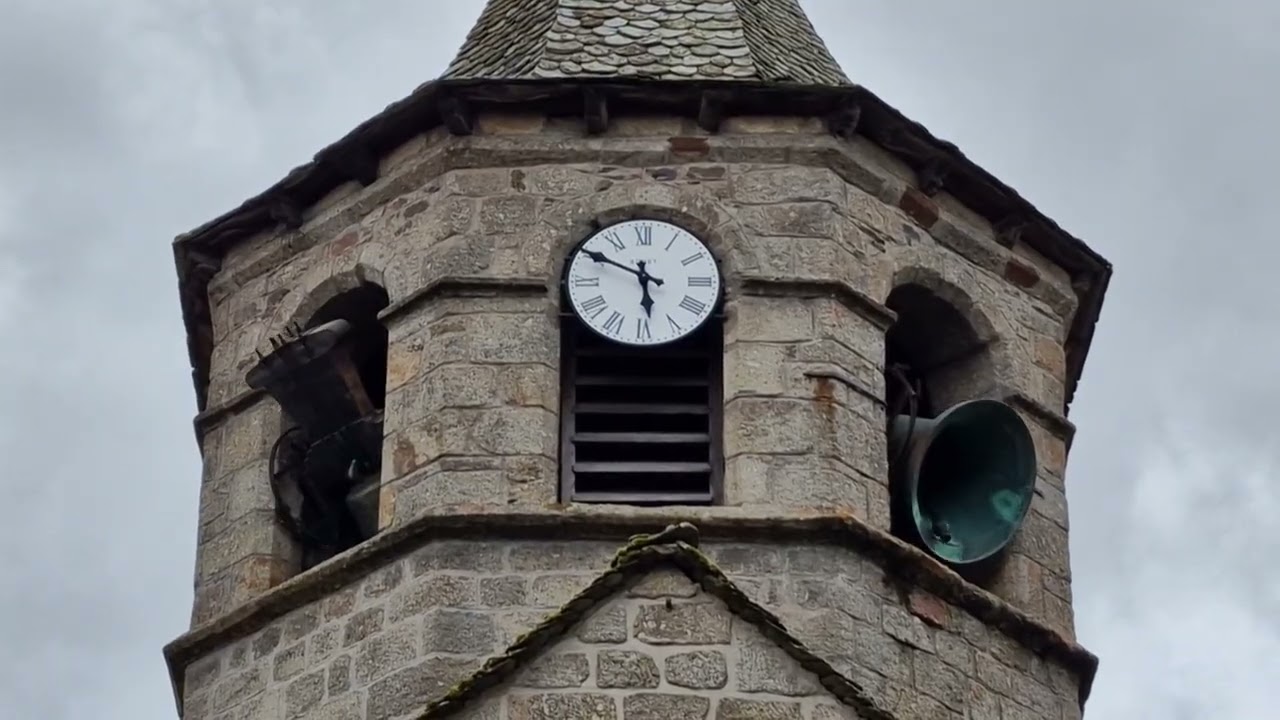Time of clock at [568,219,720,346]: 5:49
